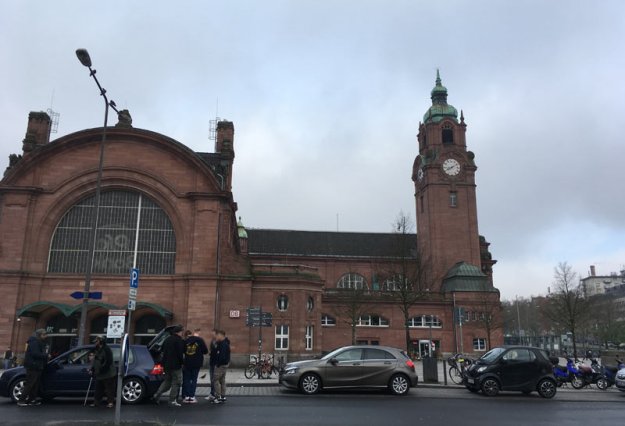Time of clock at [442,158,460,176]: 8:09
